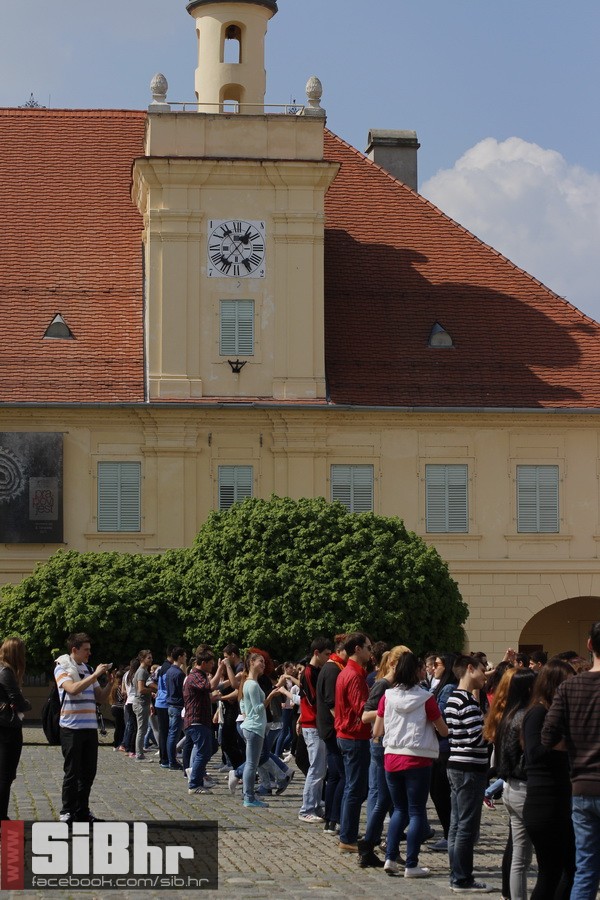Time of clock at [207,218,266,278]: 1:36
